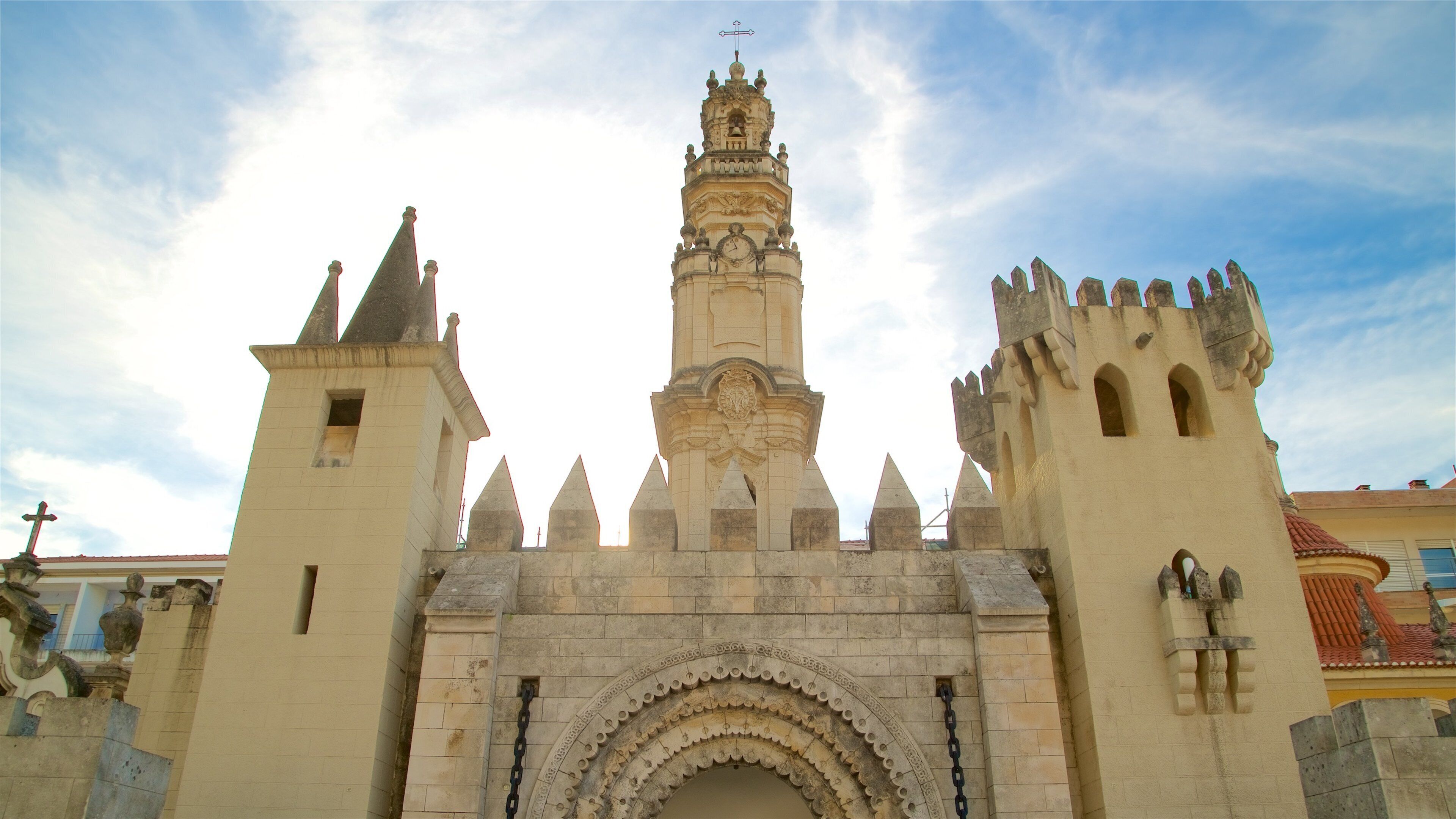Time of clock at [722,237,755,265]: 7:56
